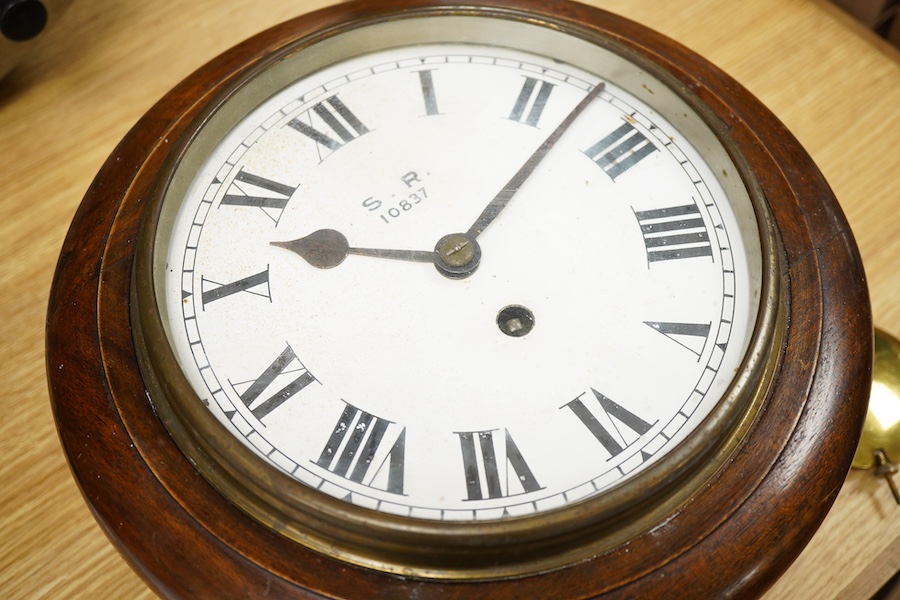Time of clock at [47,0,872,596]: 9:07
